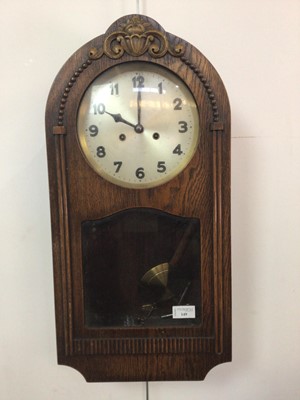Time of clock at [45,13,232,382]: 10:00
